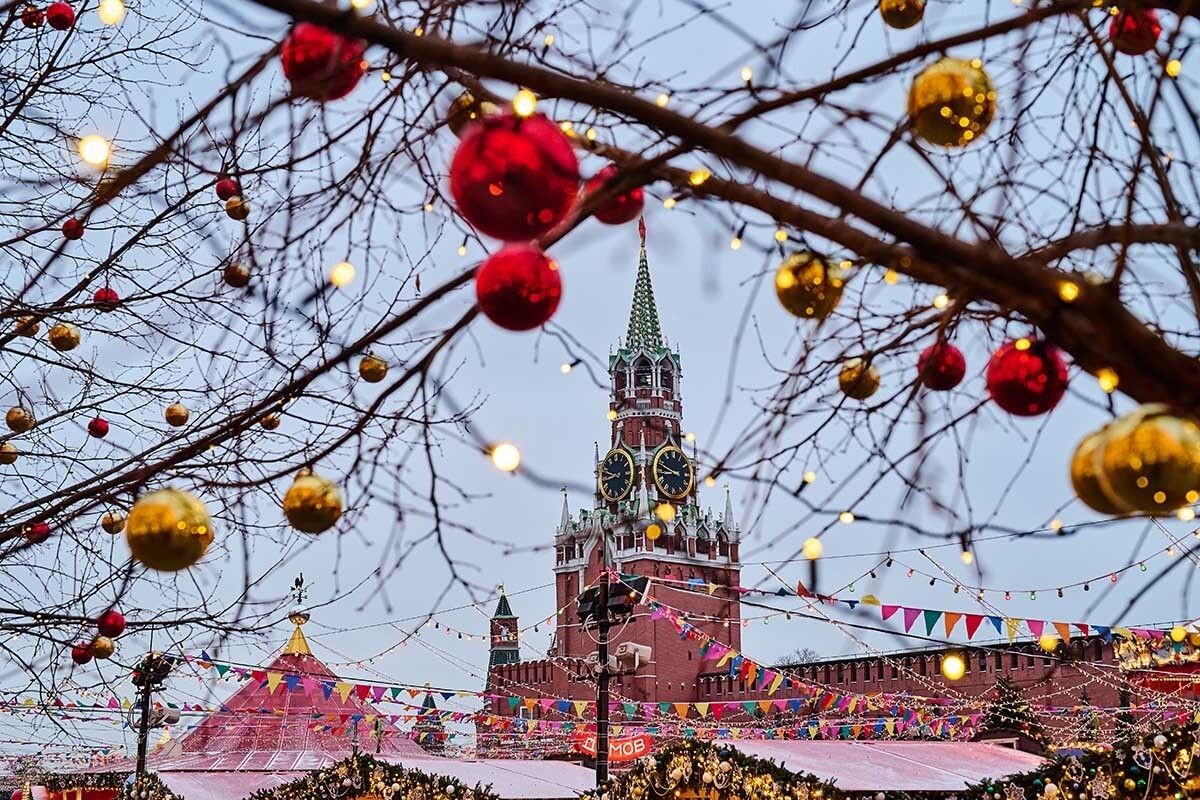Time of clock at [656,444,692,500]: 8:48
